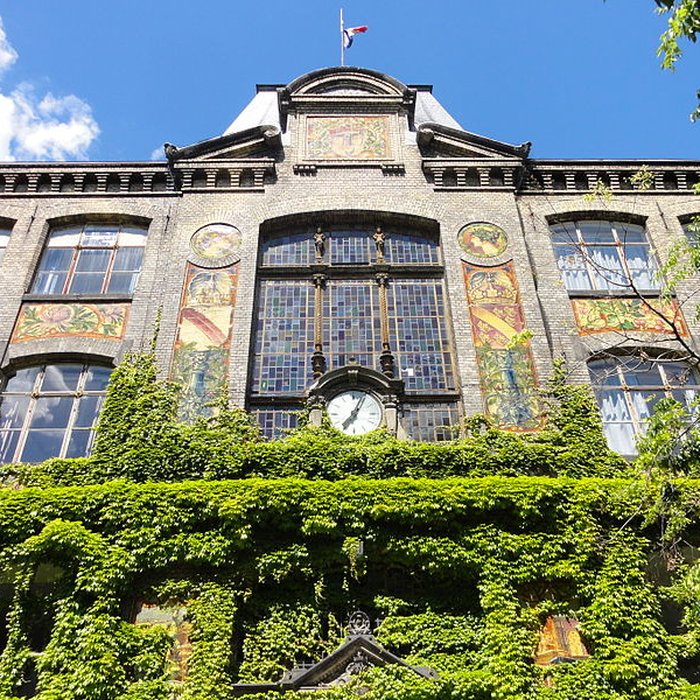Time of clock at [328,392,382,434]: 7:04
